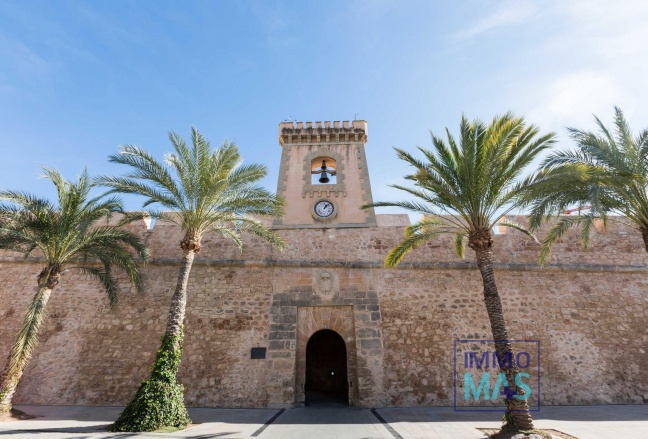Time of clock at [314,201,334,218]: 1:07
